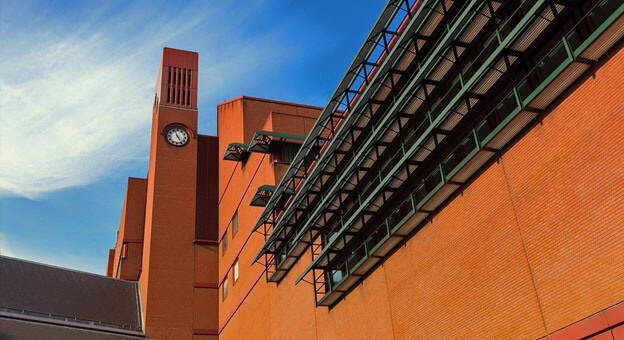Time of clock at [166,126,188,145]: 4:56
